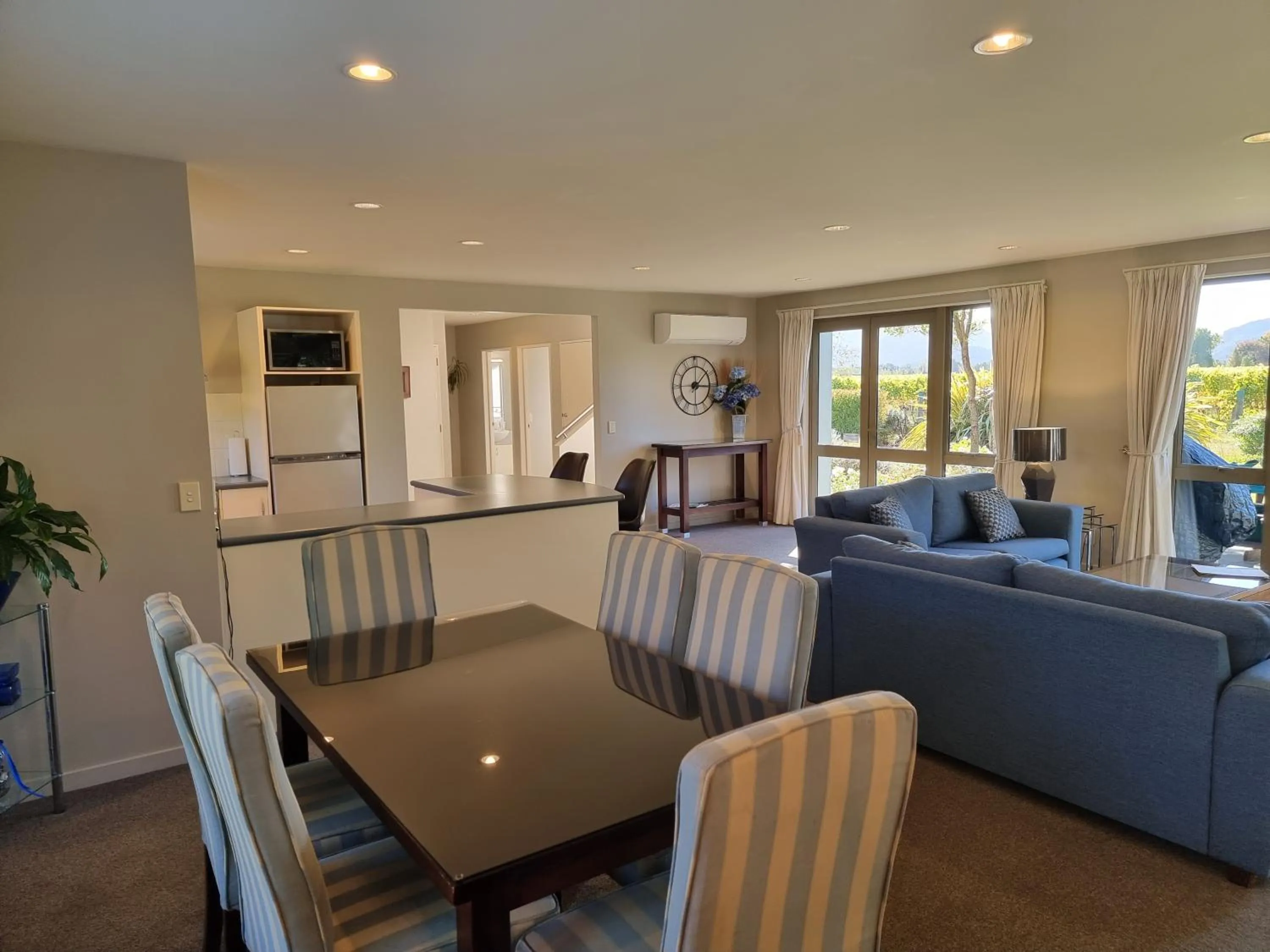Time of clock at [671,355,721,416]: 1:16
